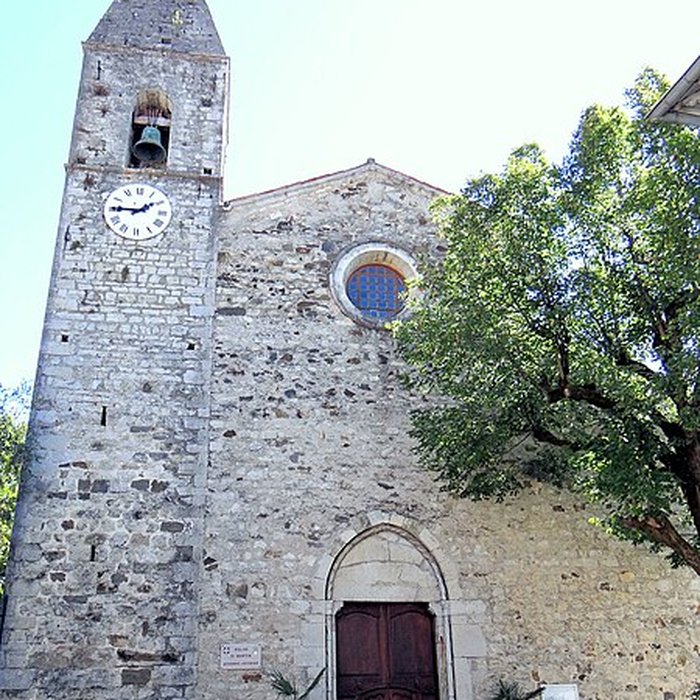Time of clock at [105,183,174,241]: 1:45
